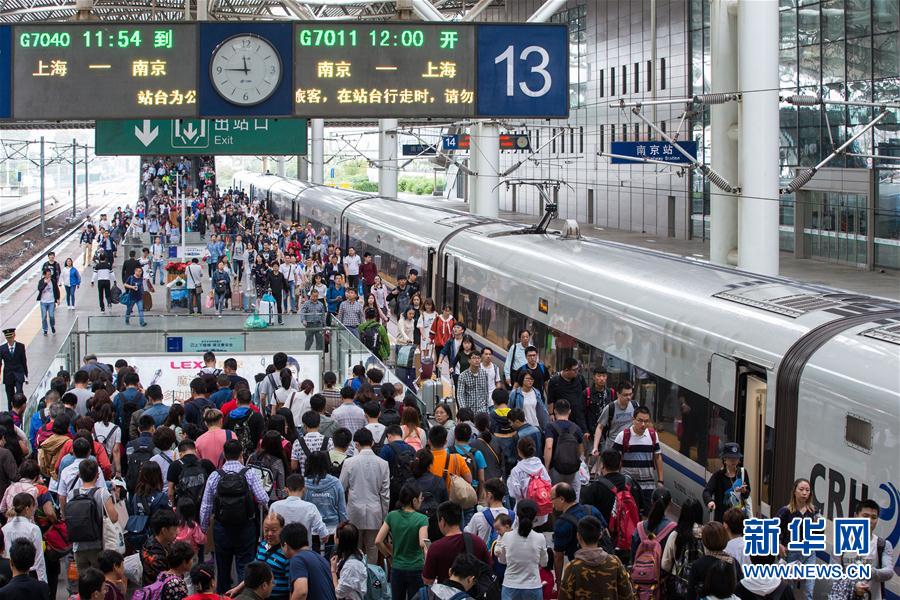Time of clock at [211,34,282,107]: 11:45
